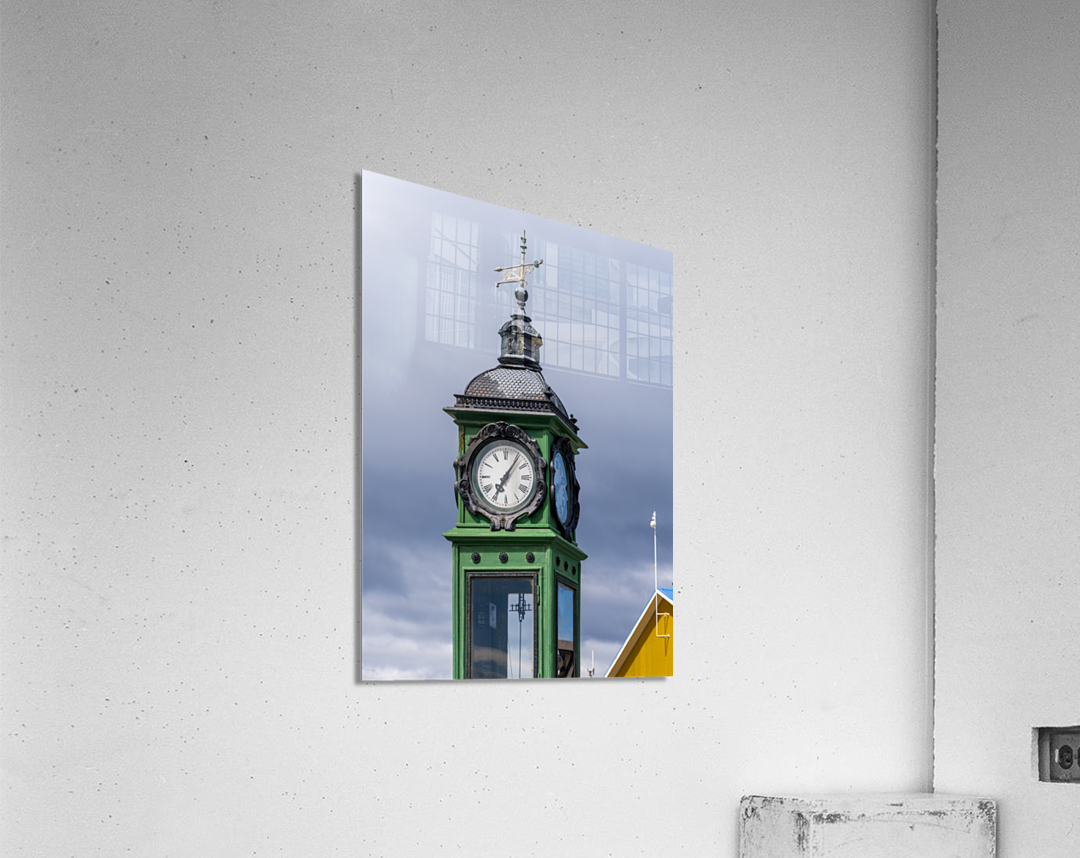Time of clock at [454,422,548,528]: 7:06
